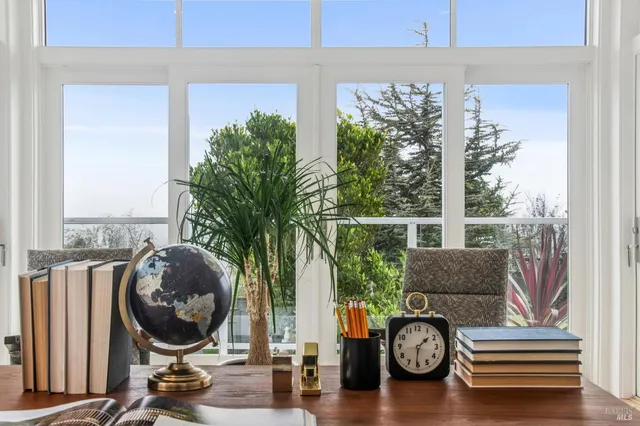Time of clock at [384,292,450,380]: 1:31
